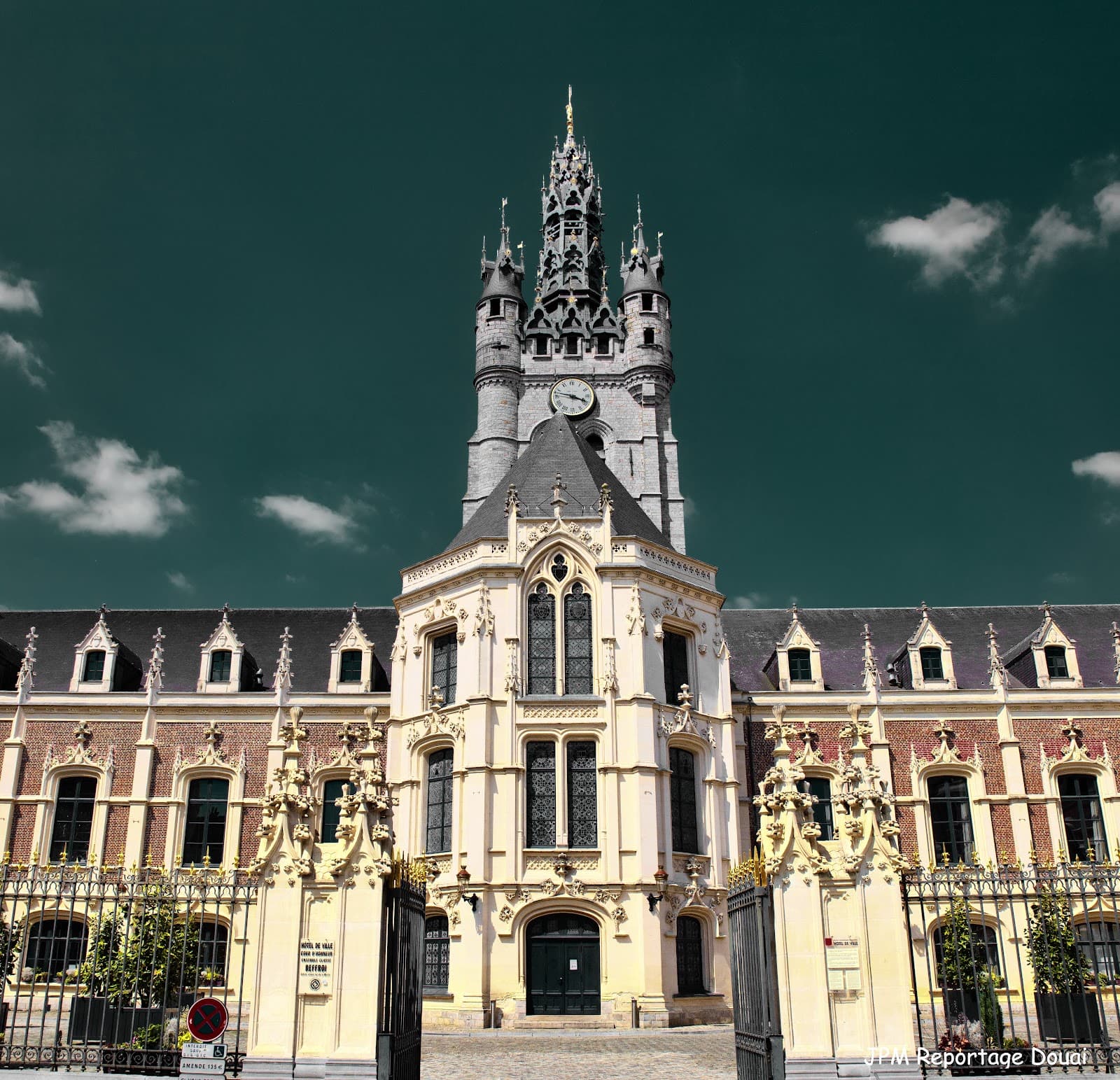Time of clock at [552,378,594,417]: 3:47
